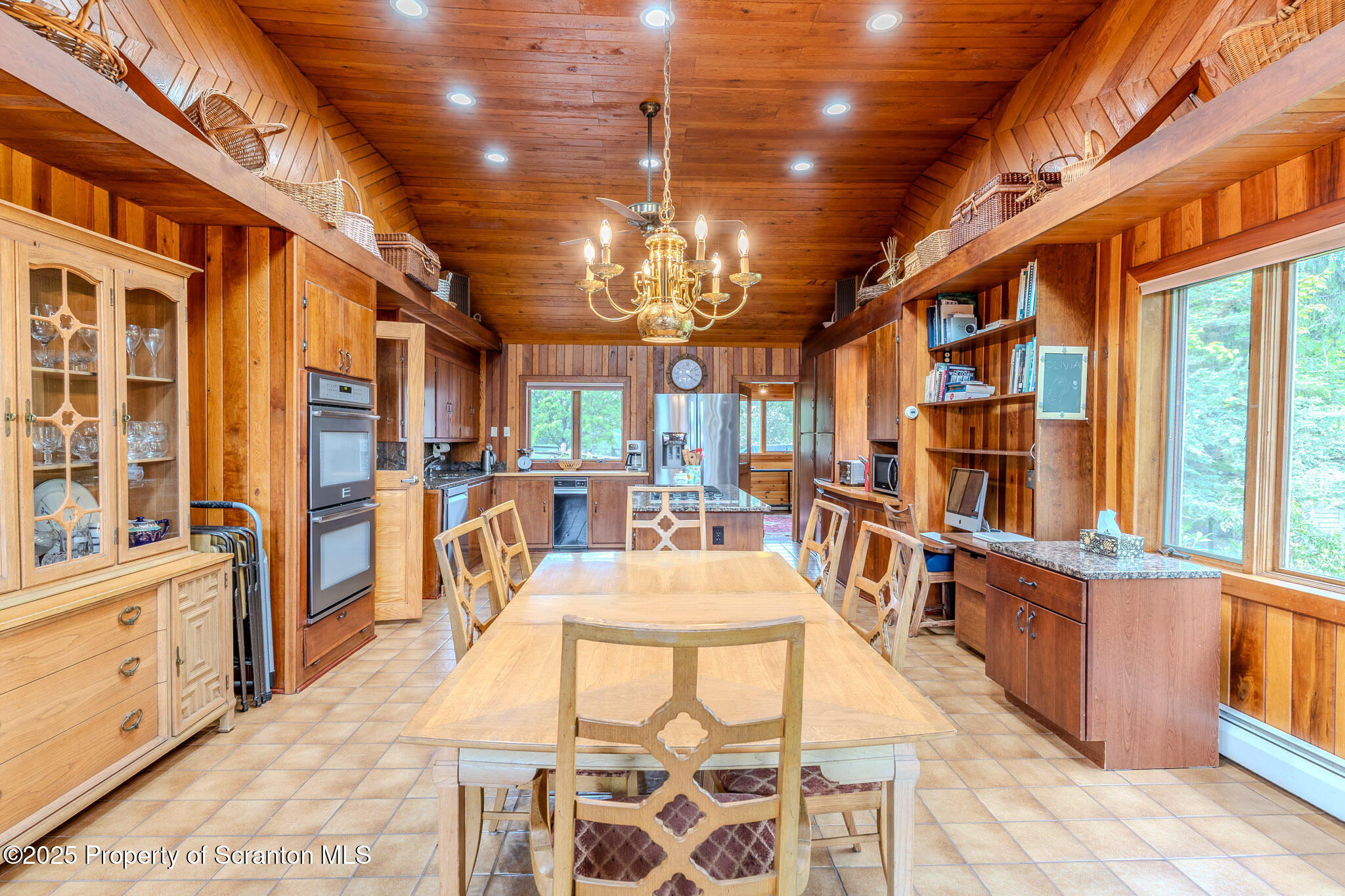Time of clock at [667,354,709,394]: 4:08
